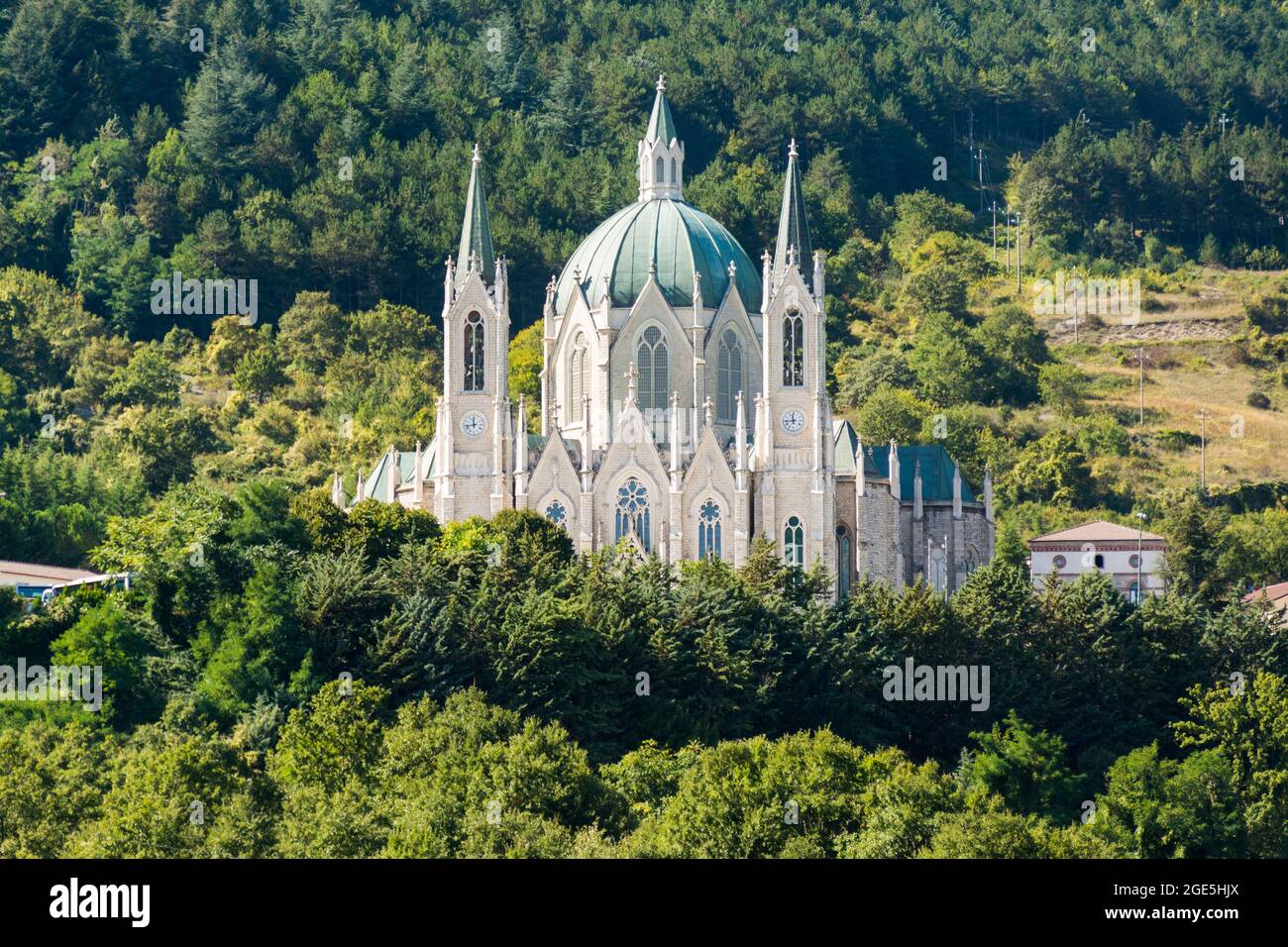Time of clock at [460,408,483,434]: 11:42
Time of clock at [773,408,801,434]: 11:44
